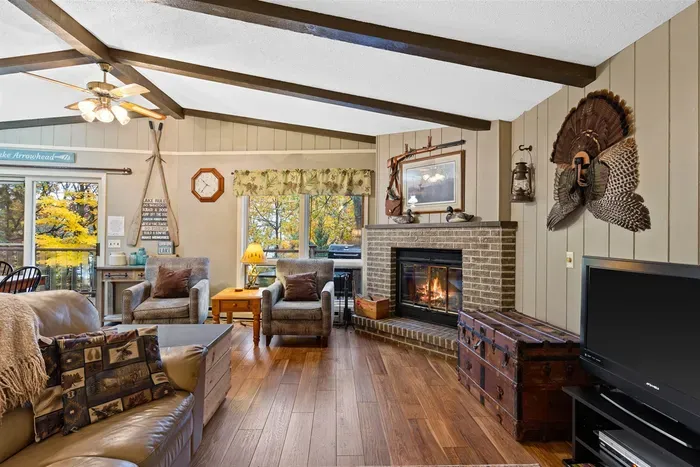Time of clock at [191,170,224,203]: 10:36
